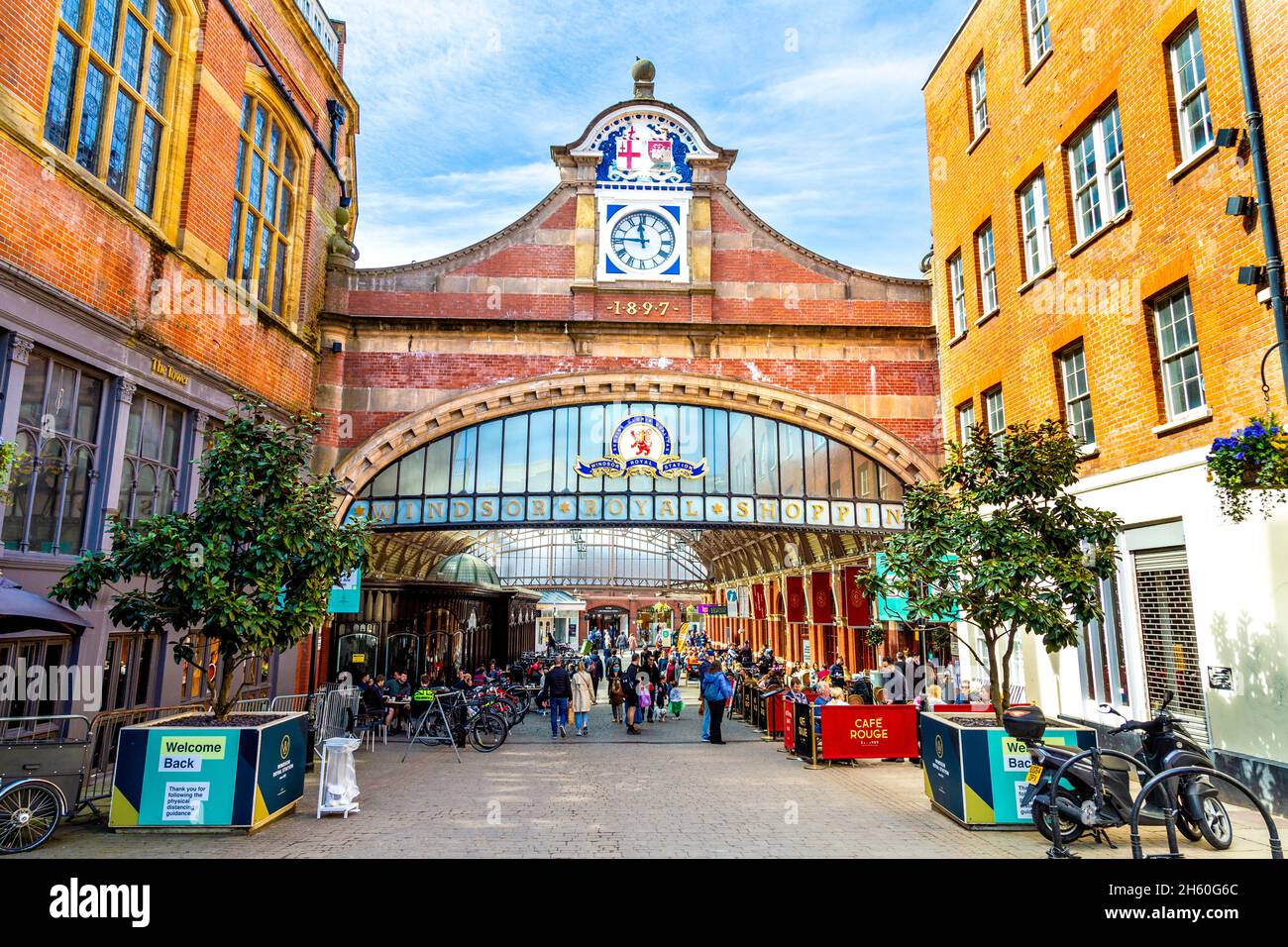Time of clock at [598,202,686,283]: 11:45
